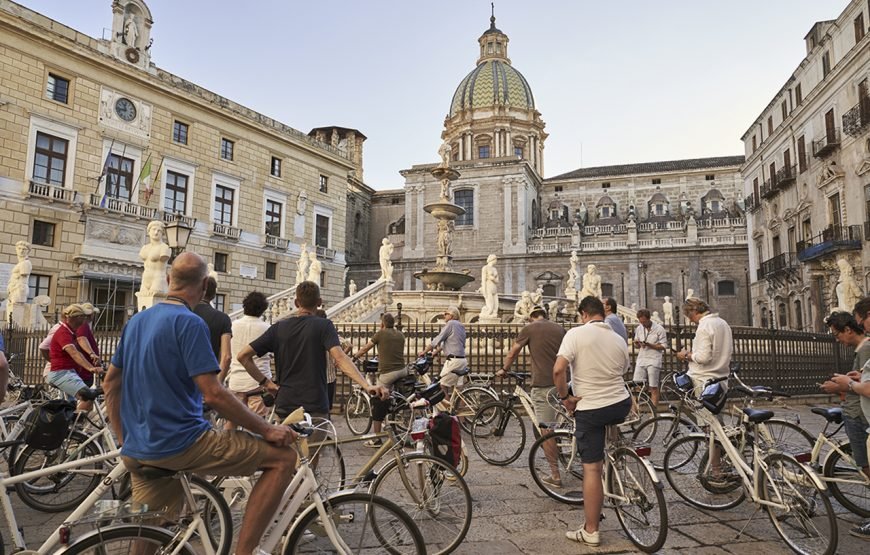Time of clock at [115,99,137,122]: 11:42
